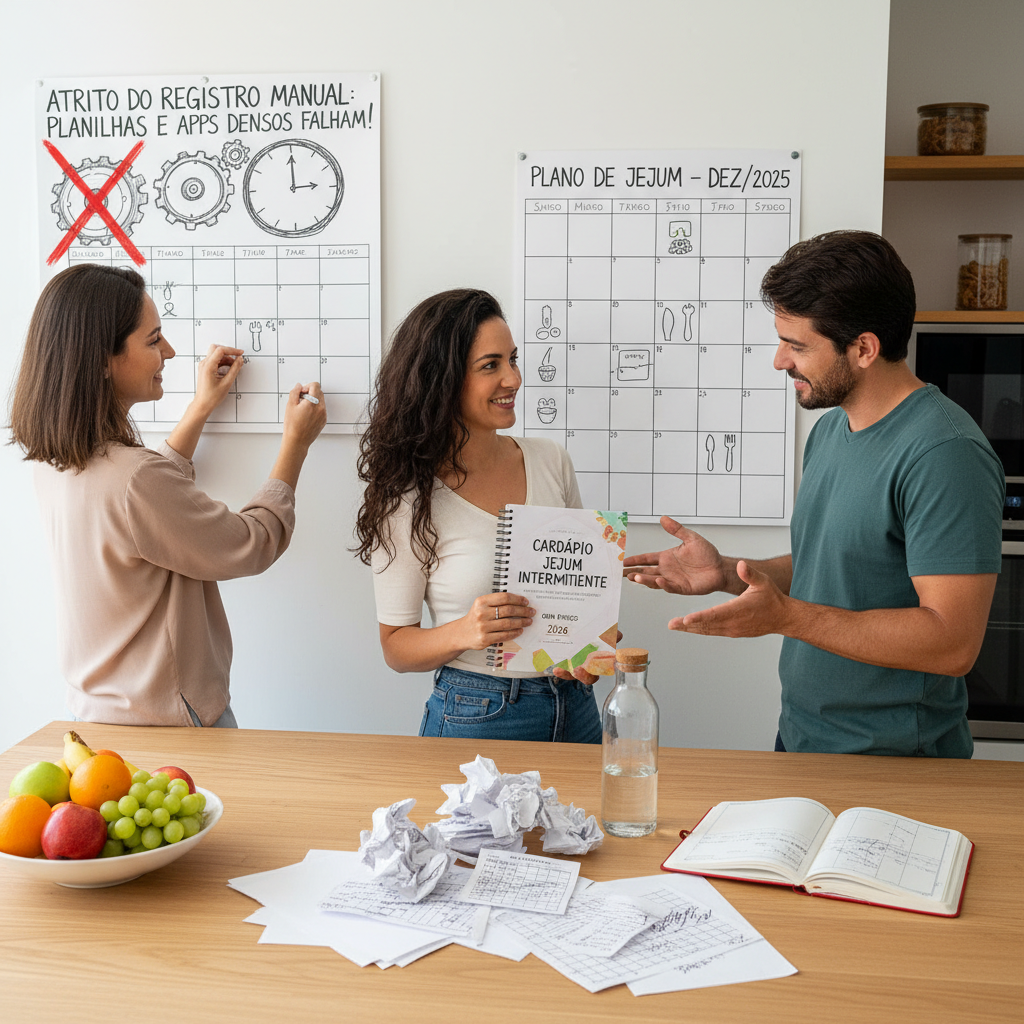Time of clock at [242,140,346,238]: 2:59
